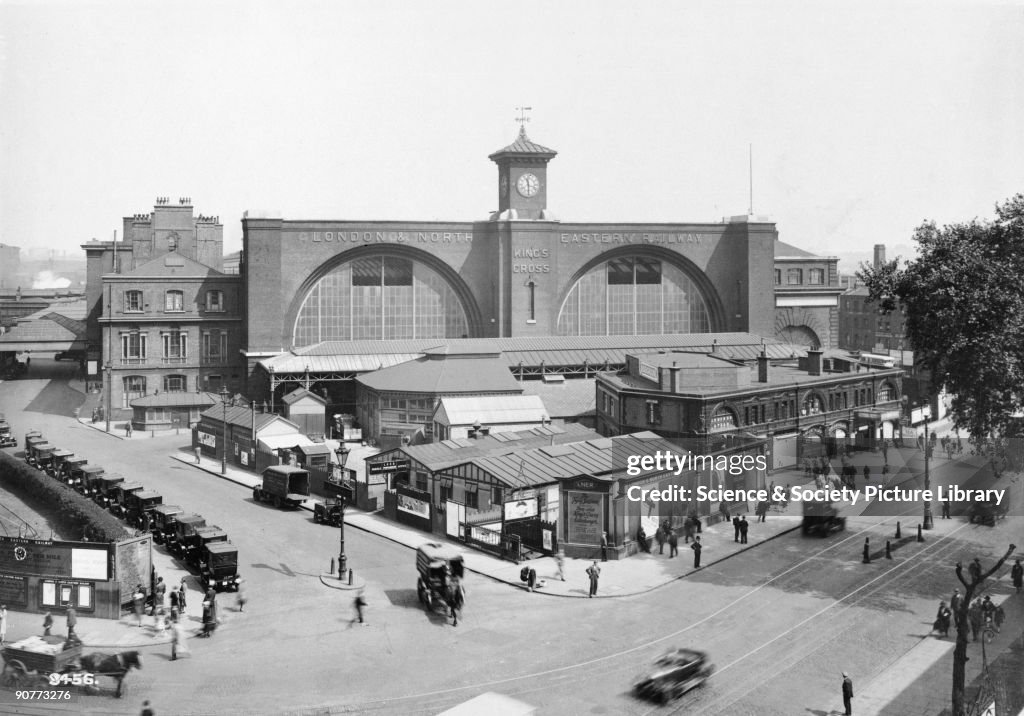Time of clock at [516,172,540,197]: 11:29
